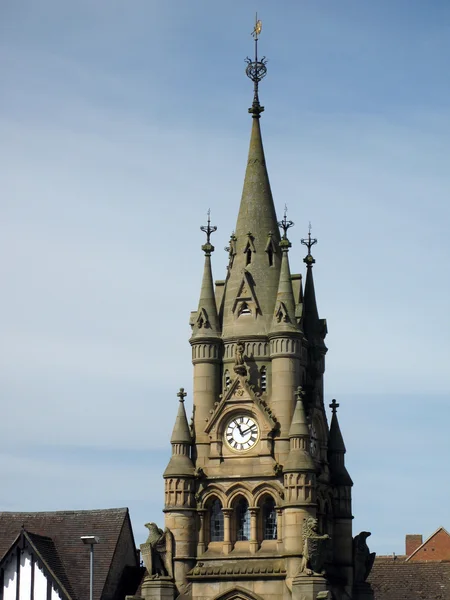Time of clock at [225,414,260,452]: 11:10
